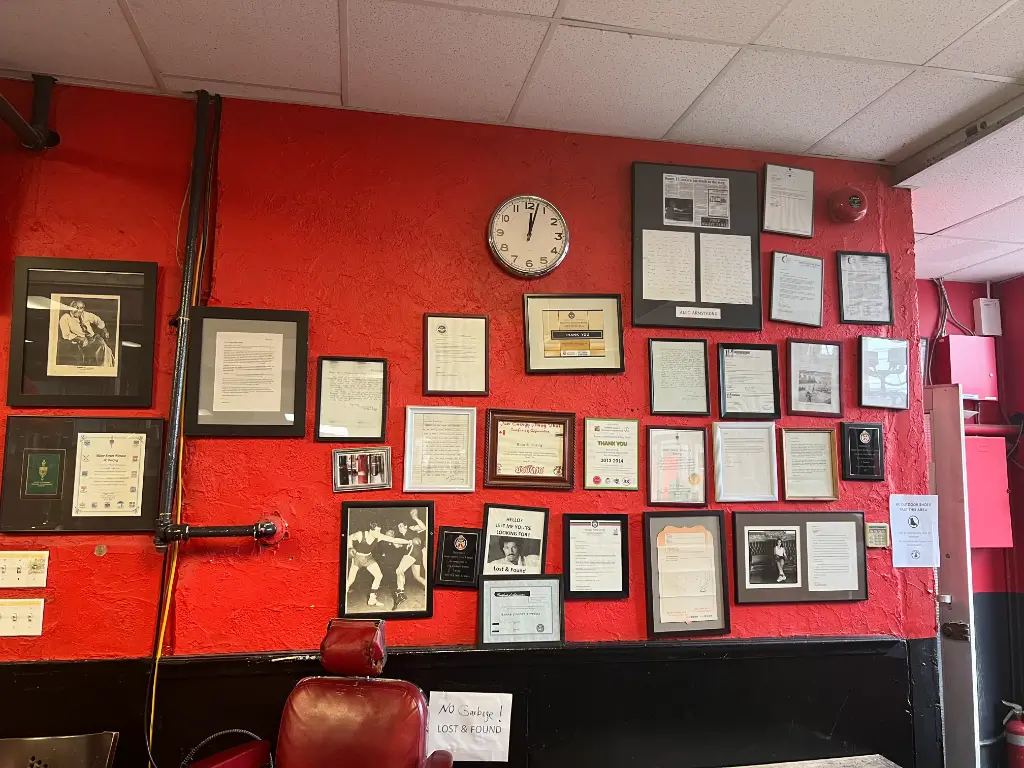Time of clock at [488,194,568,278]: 12:02
